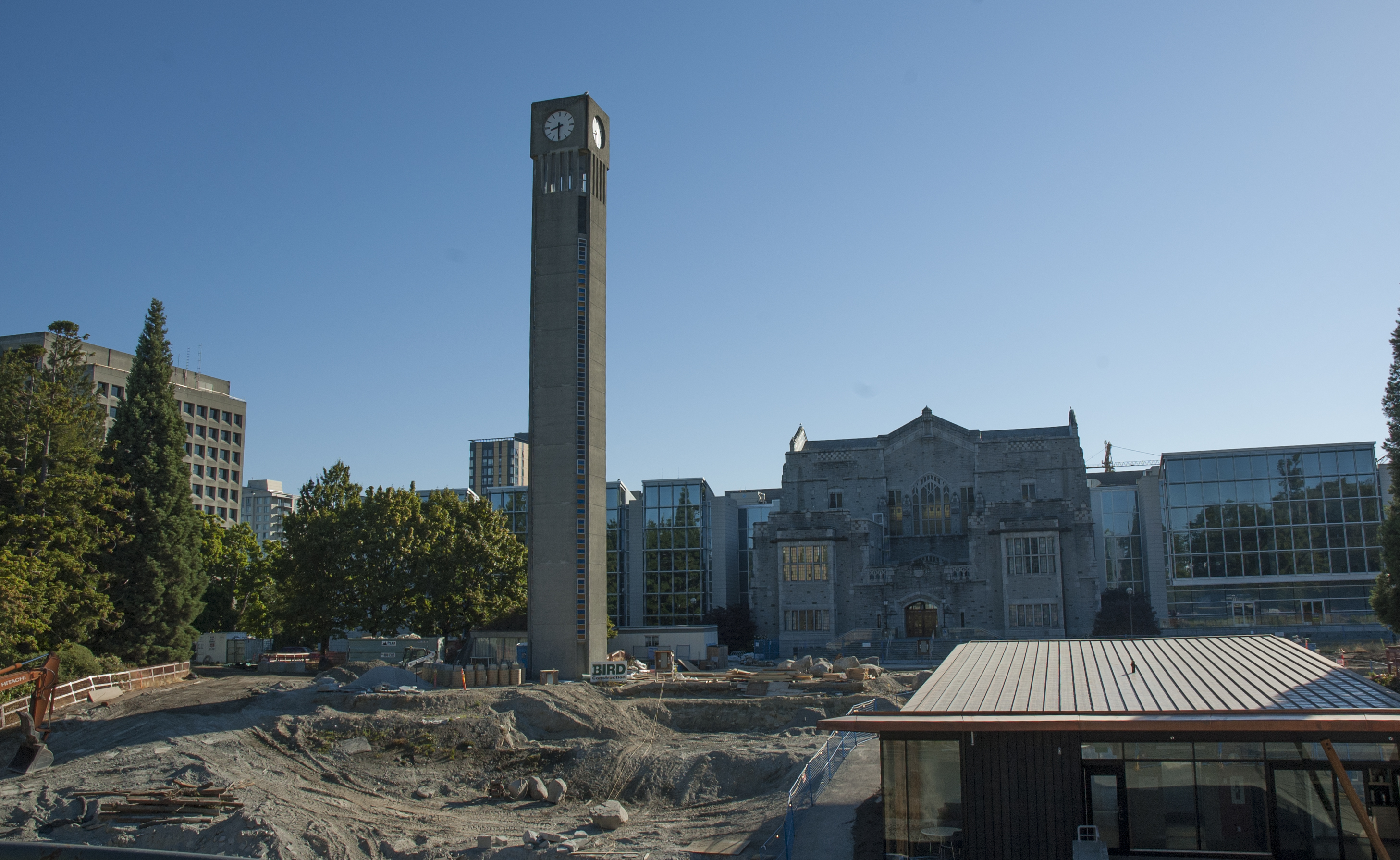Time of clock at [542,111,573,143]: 8:30
